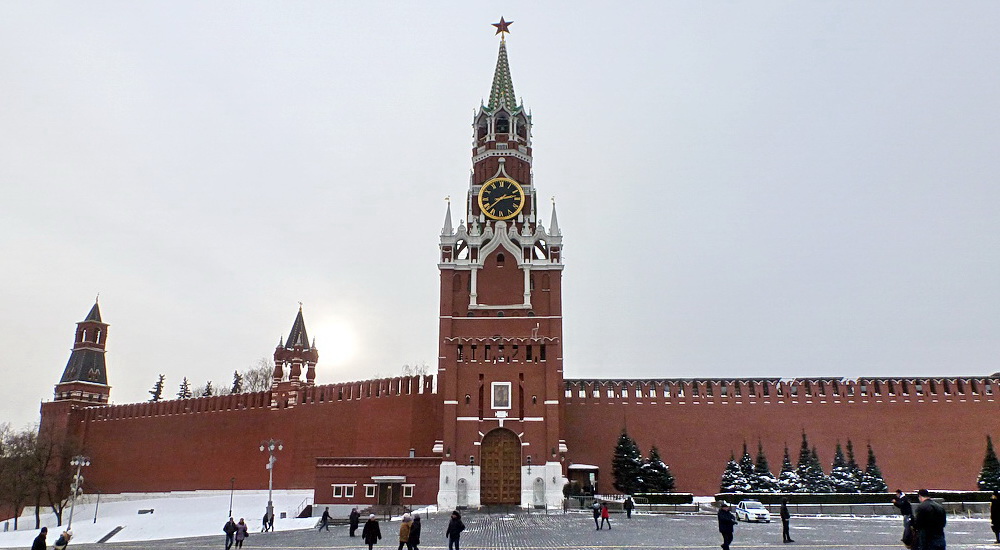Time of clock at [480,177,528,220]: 2:37
